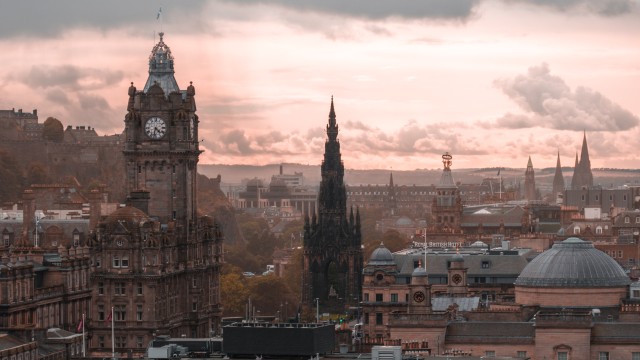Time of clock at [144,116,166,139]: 4:32
